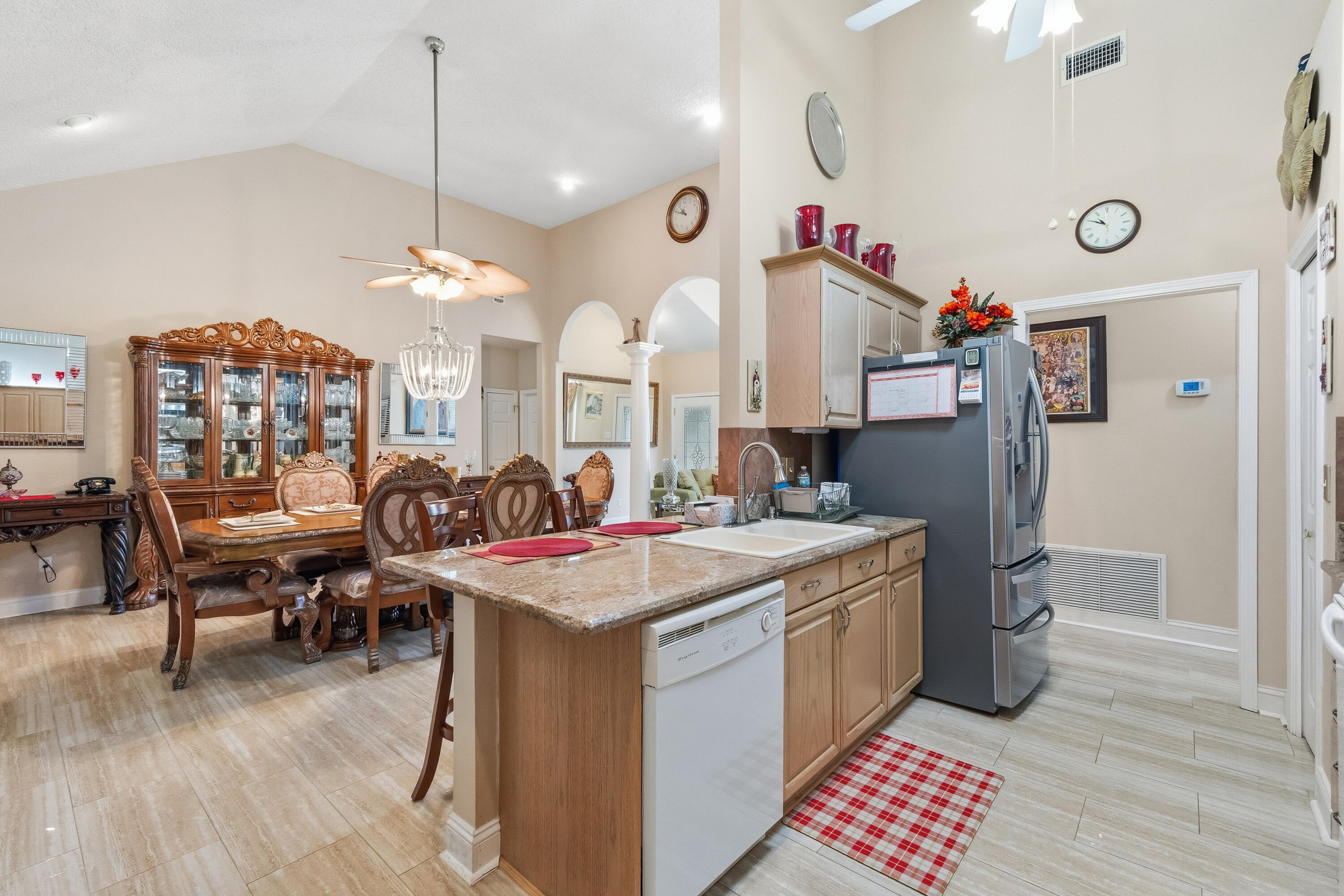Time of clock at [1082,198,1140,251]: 10:50
